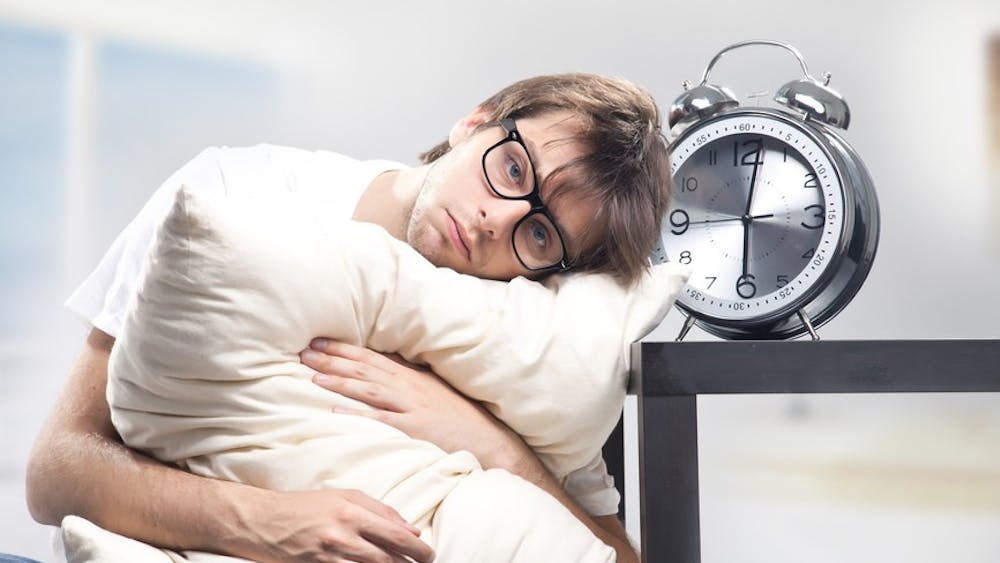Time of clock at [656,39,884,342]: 6:01
